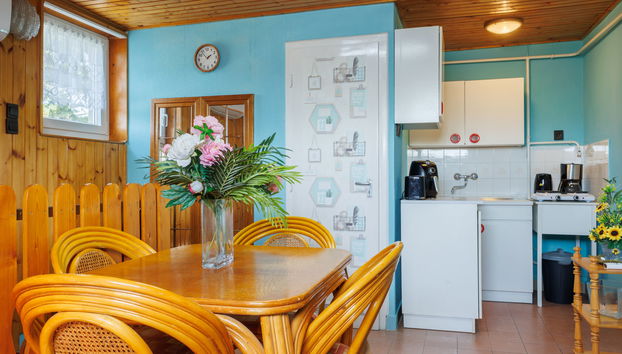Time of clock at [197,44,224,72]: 1:53
